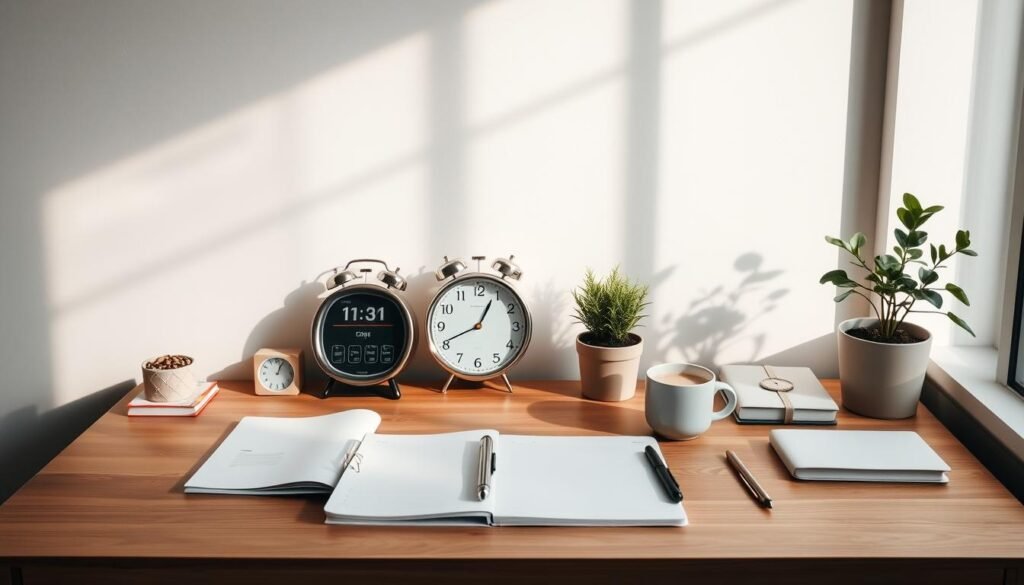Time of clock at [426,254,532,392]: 12:41
